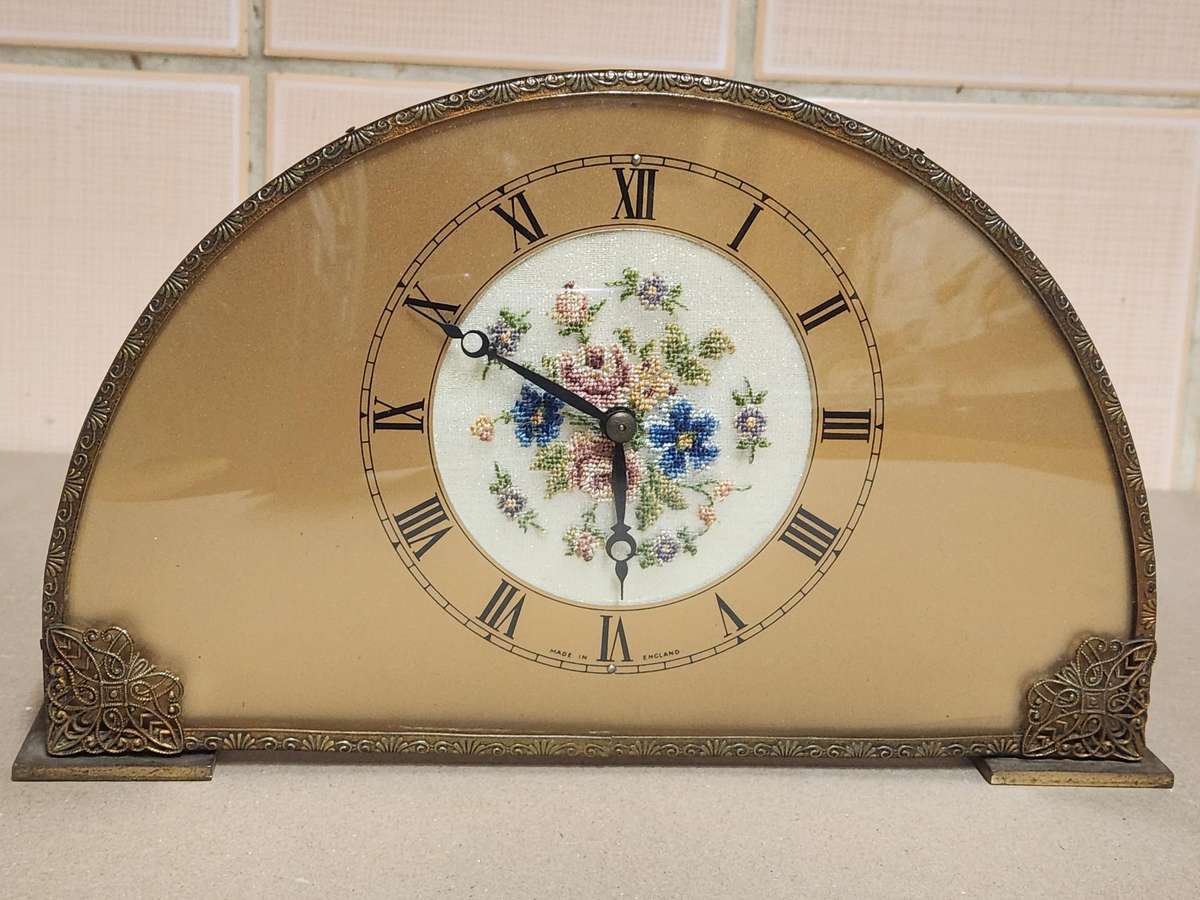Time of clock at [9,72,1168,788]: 5:49
